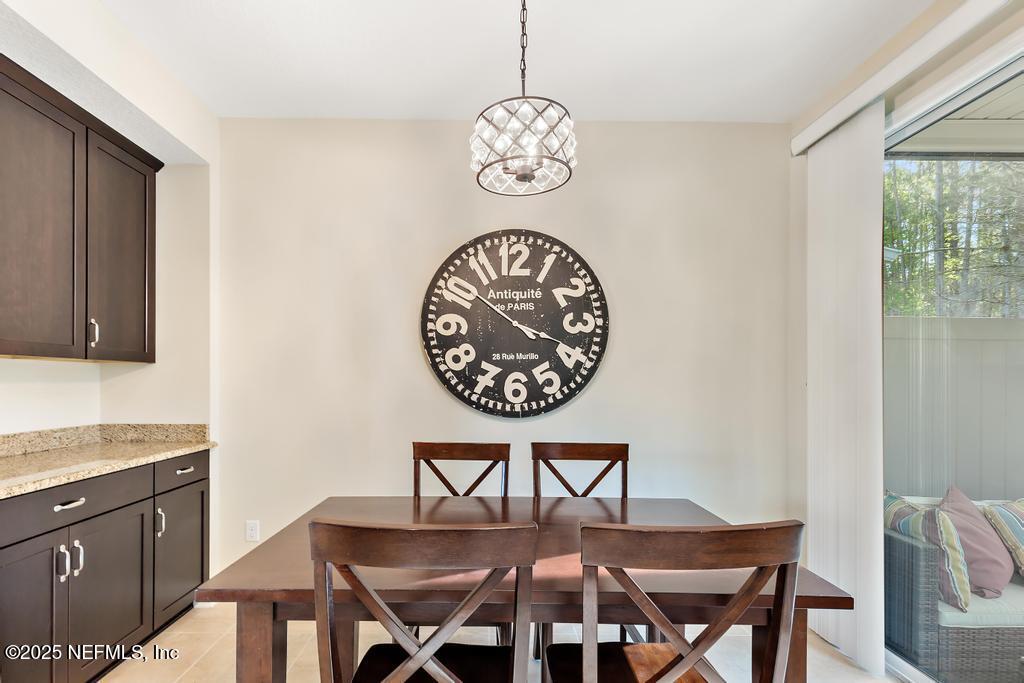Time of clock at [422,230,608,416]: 3:51
